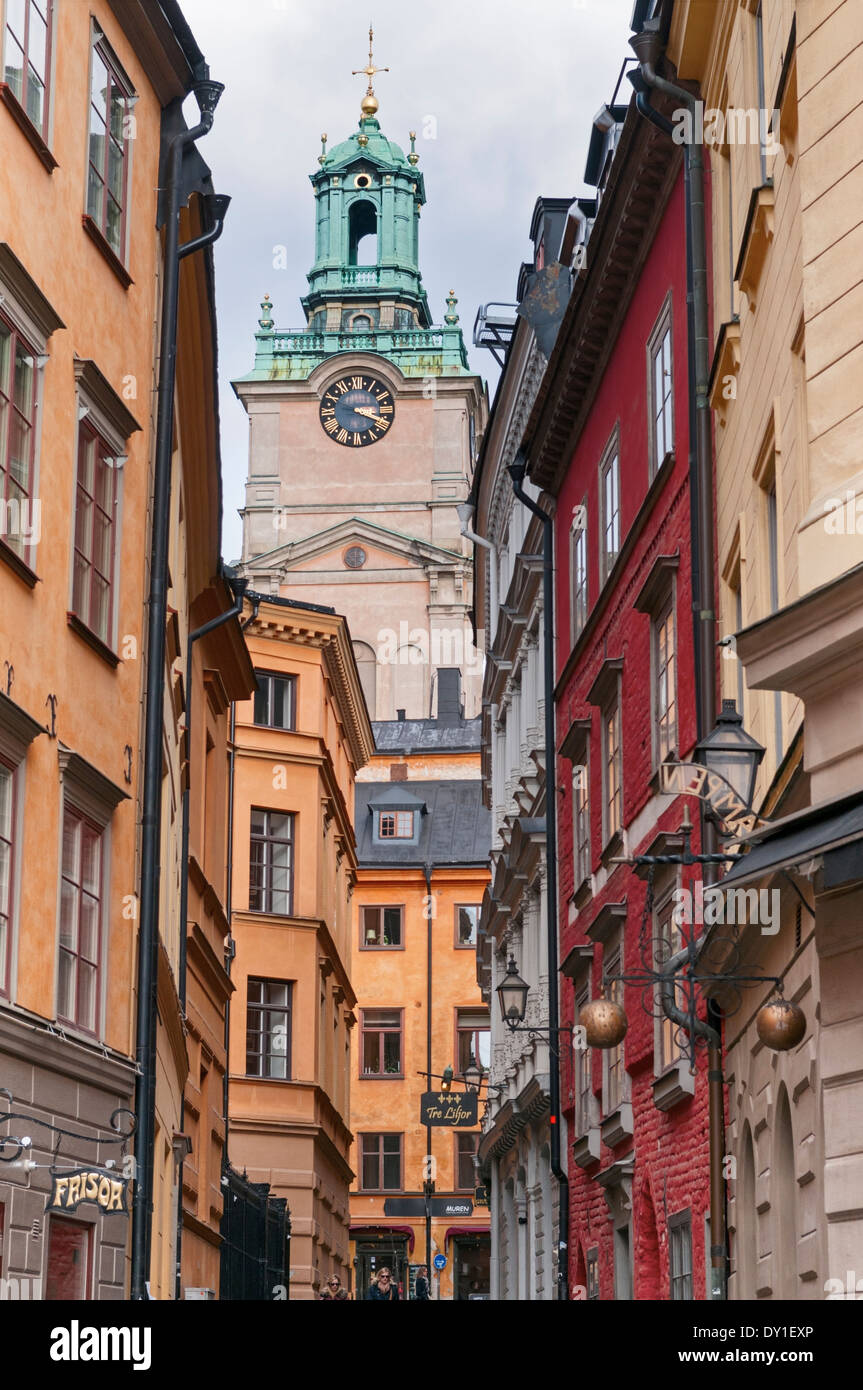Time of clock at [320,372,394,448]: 3:18
